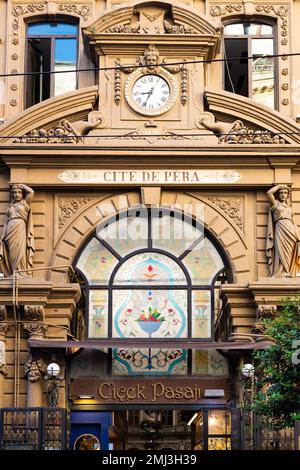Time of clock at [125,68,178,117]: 8:34
